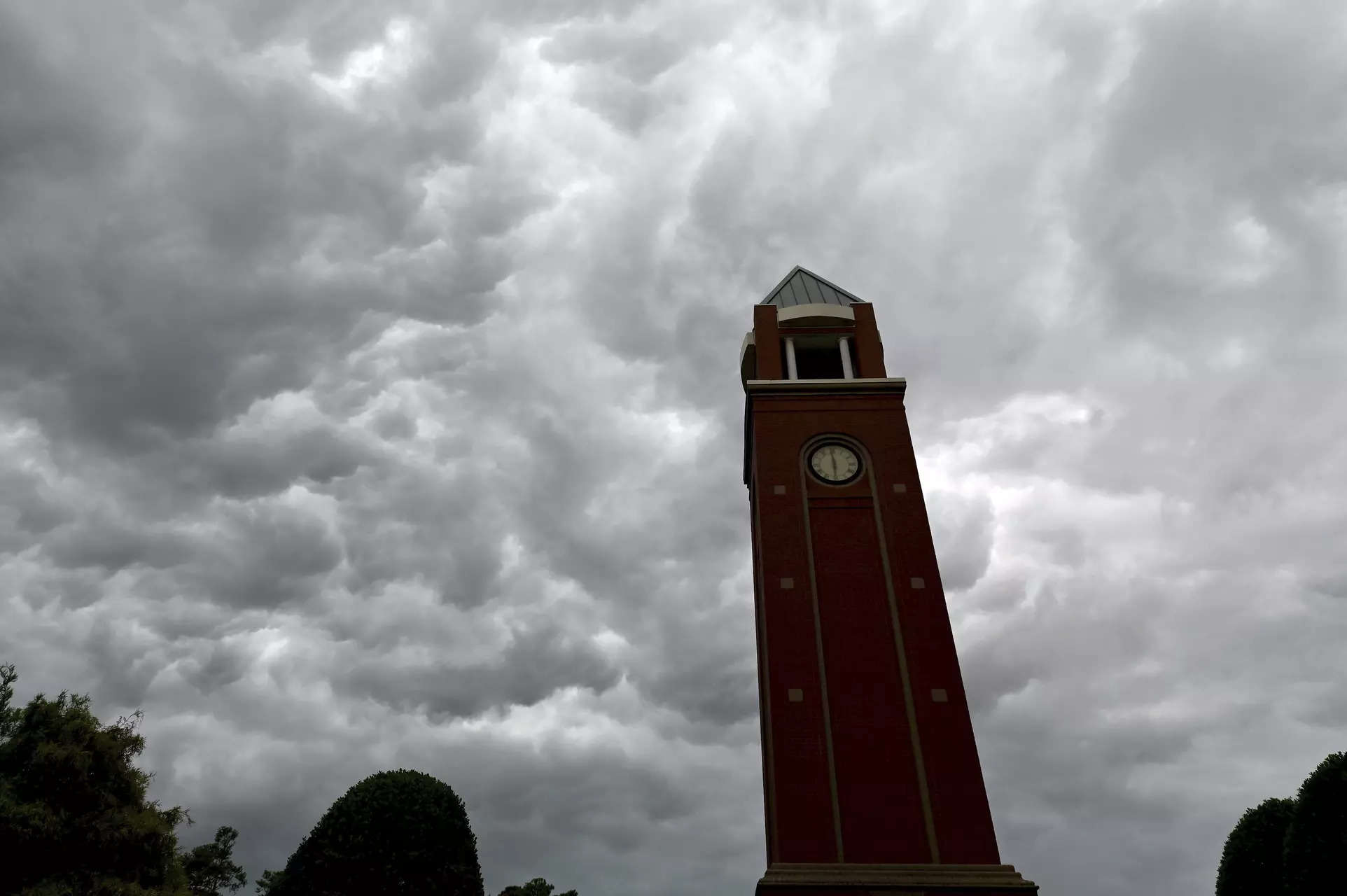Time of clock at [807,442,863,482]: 5:59
